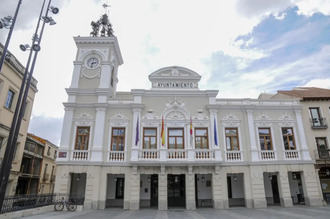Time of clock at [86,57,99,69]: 2:32
